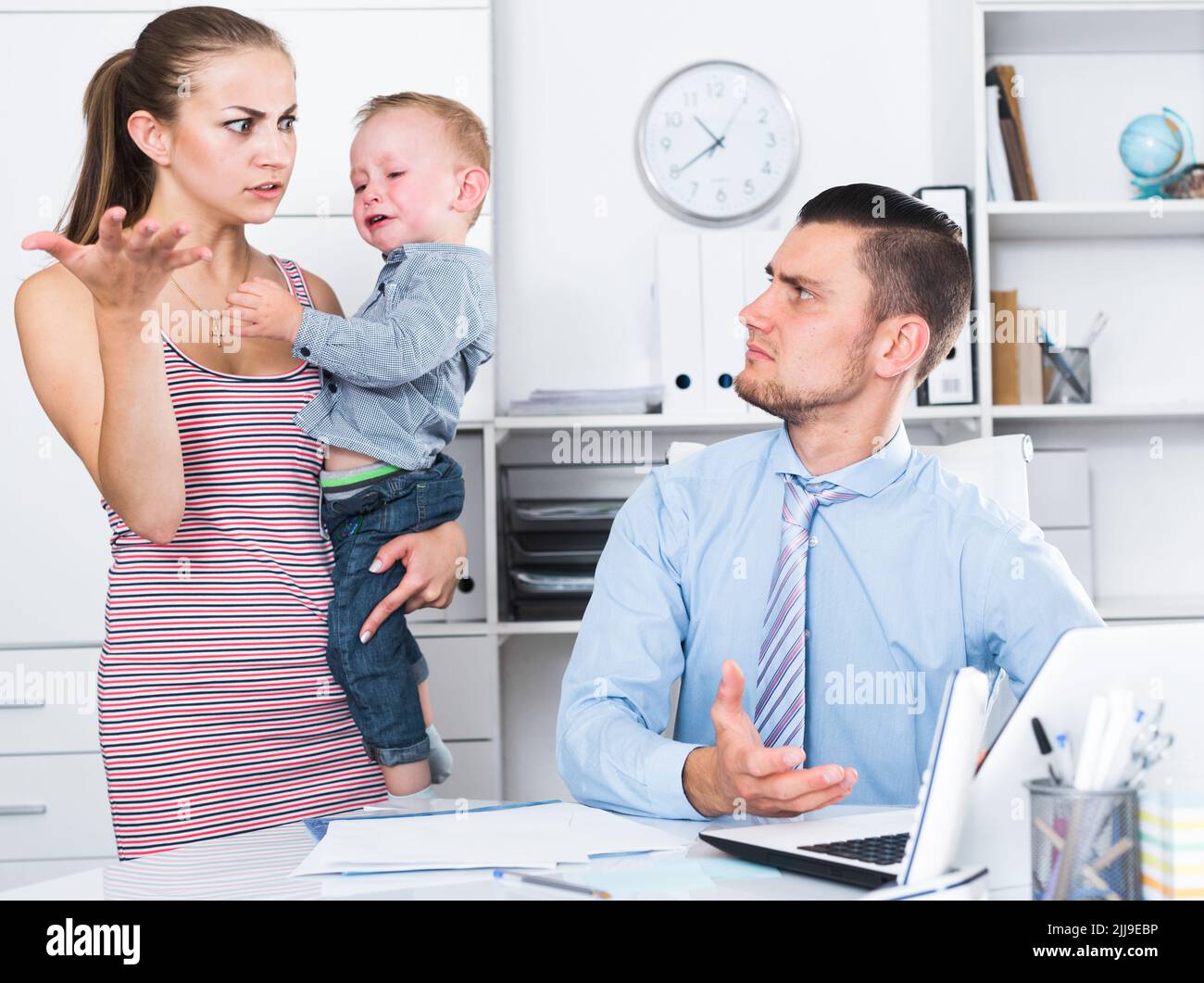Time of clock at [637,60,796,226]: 10:39
